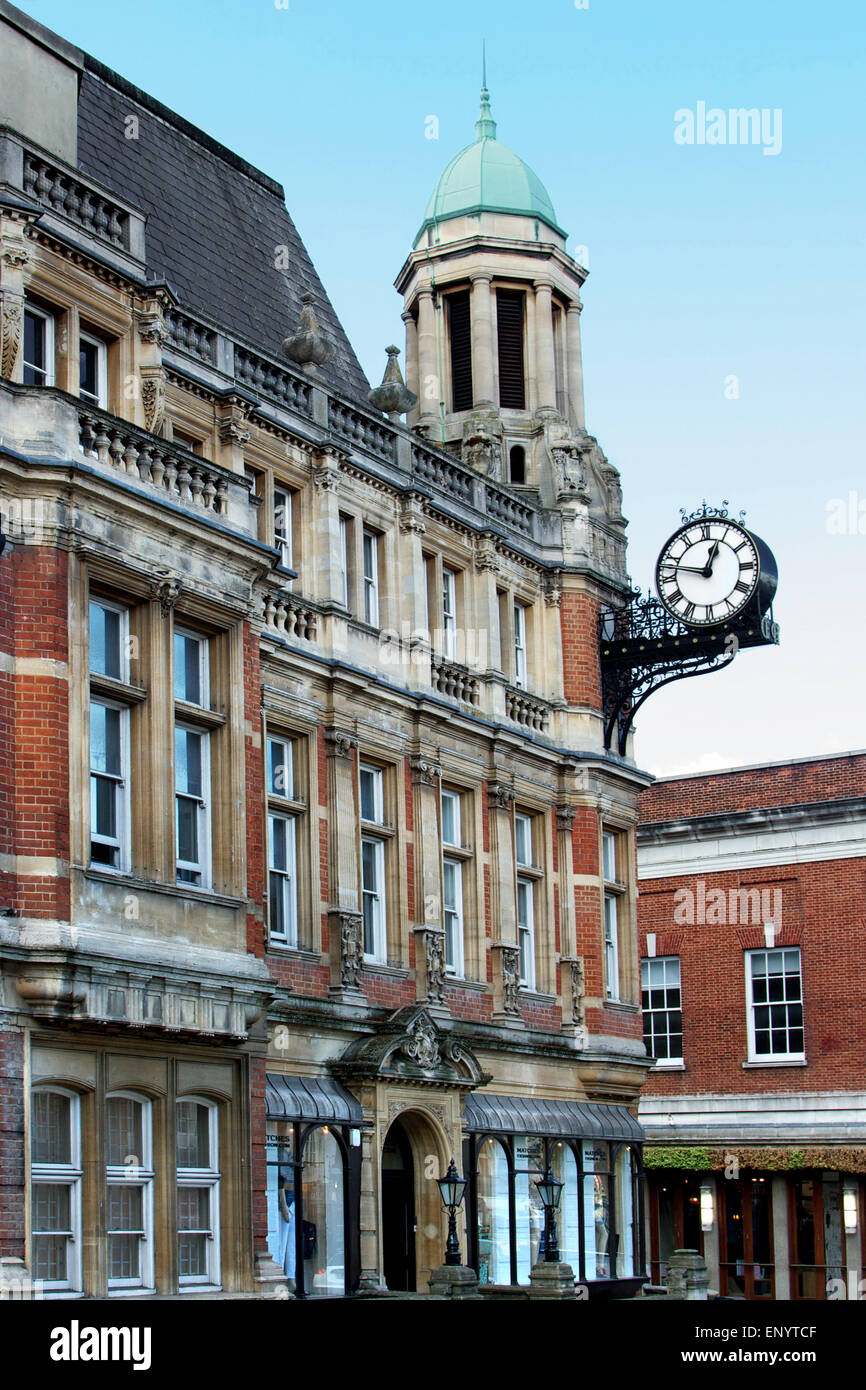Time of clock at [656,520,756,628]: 12:47
